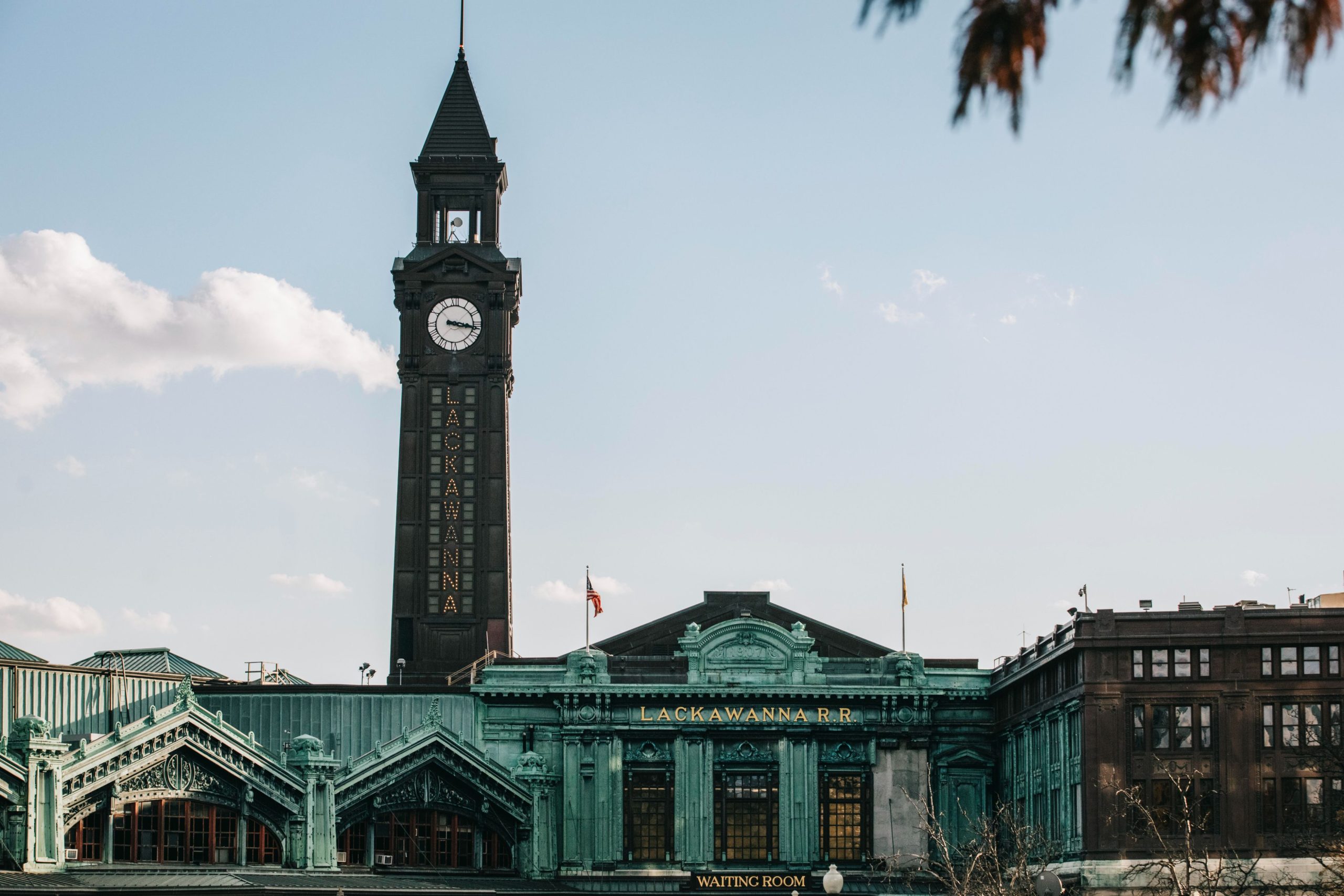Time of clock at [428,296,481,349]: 3:16
